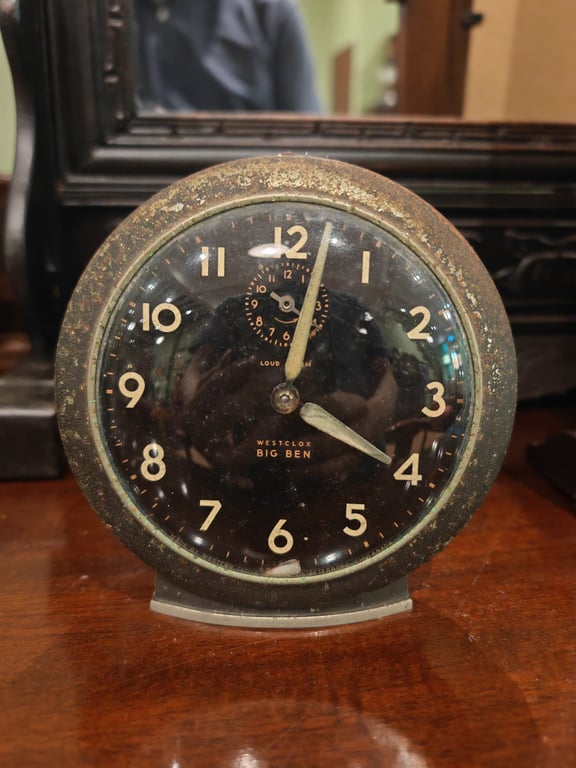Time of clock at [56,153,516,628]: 4:02
